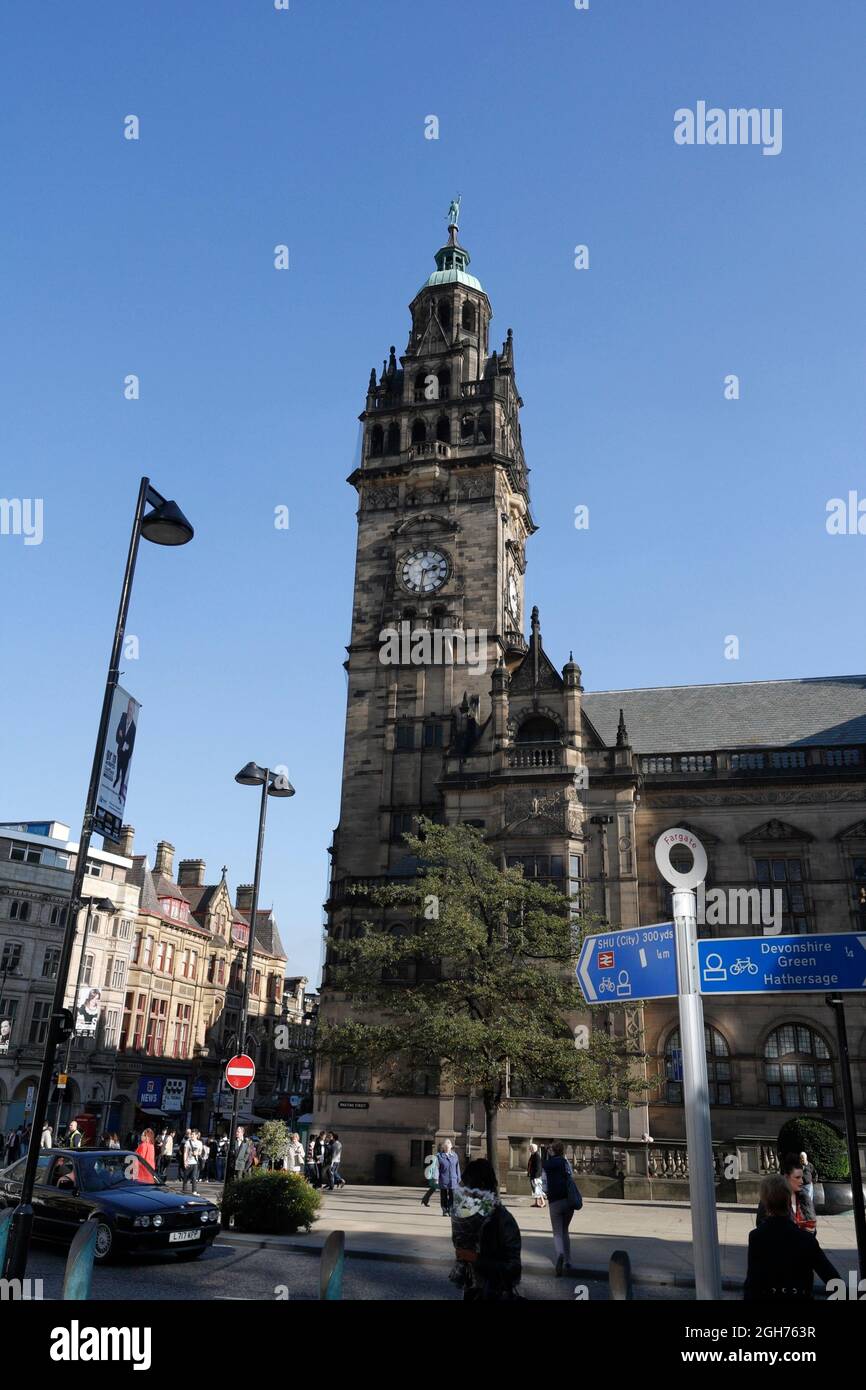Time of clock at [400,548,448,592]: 2:31
